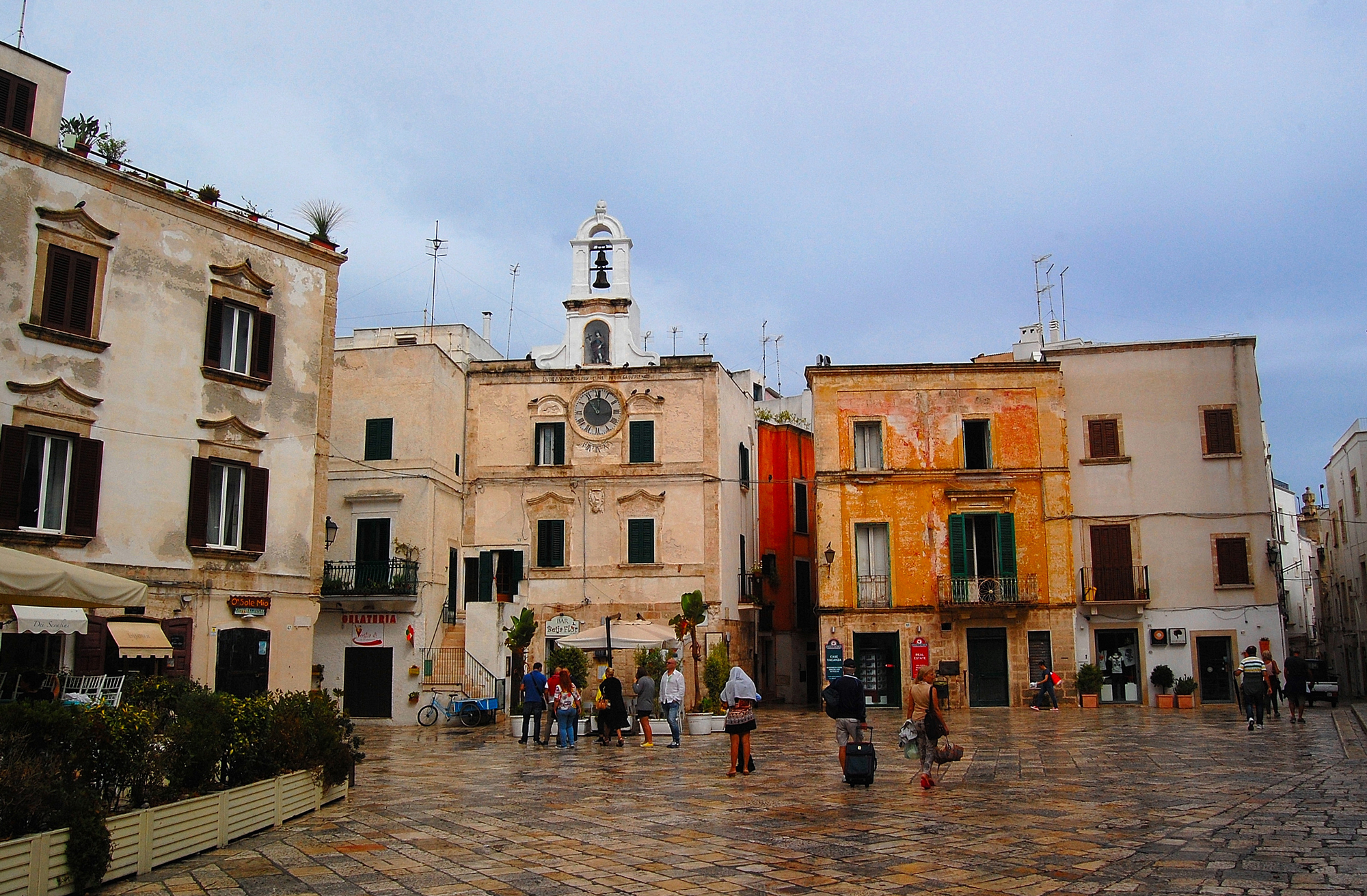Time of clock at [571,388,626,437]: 11:01
